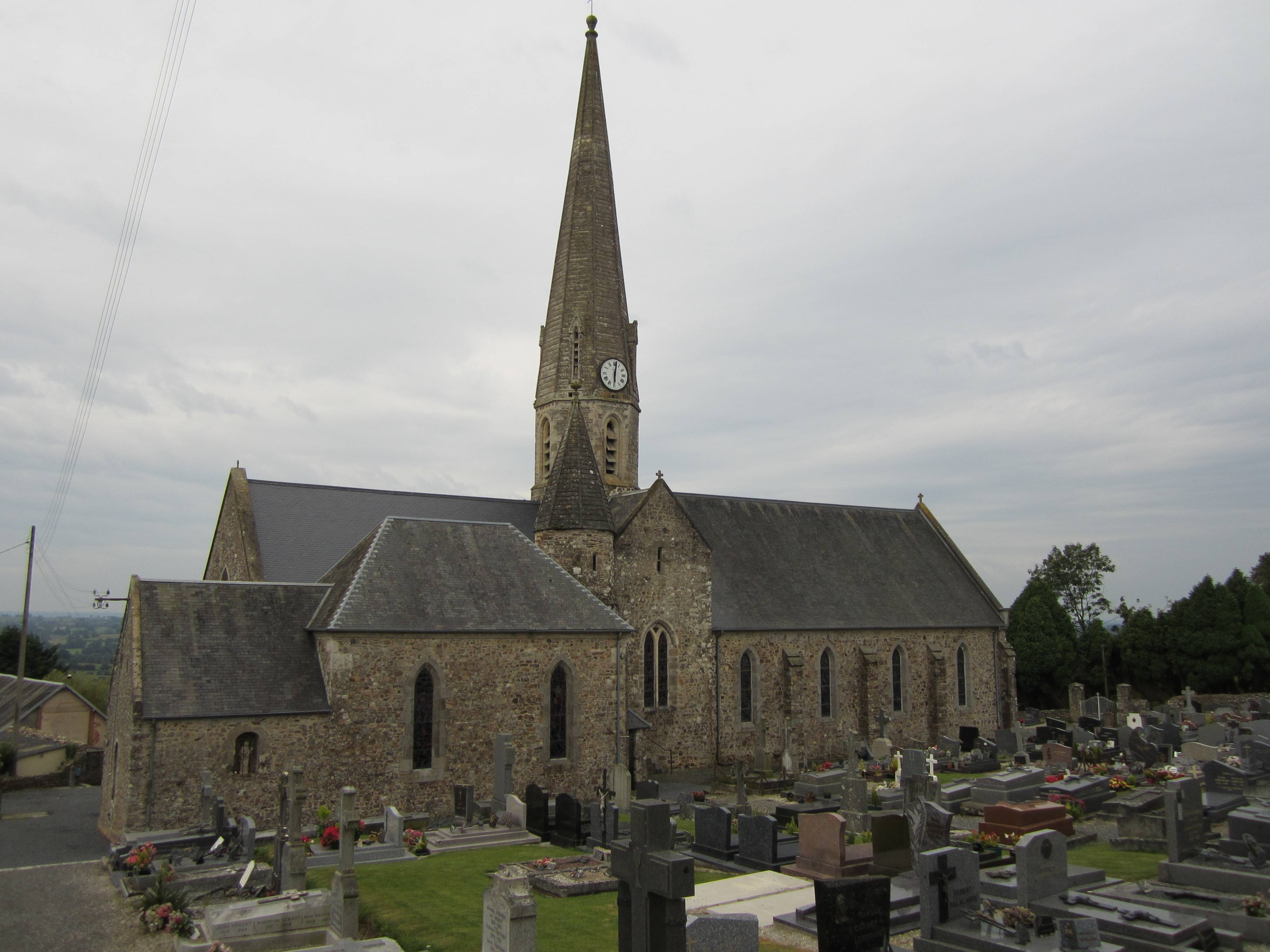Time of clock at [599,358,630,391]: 6:01
